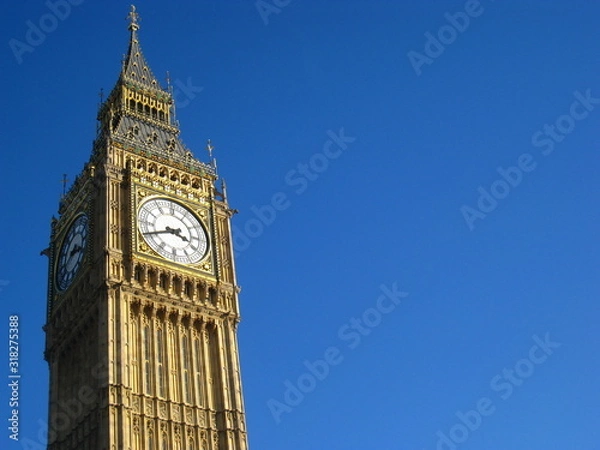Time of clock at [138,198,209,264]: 3:40
